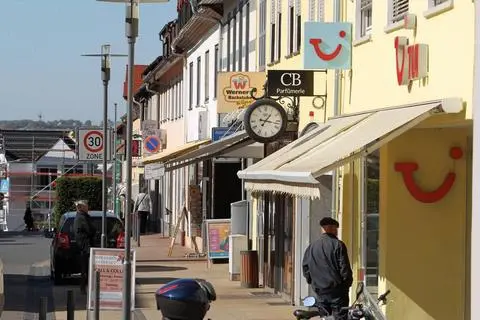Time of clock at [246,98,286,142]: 1:16
